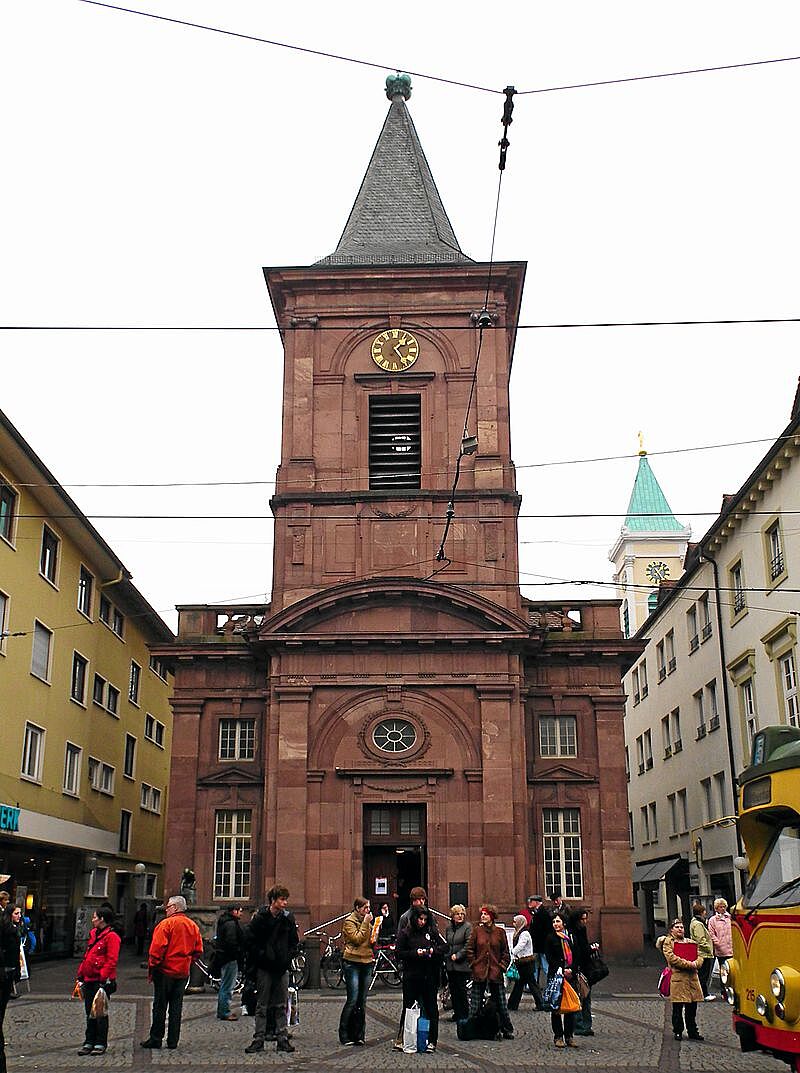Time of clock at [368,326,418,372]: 1:23
